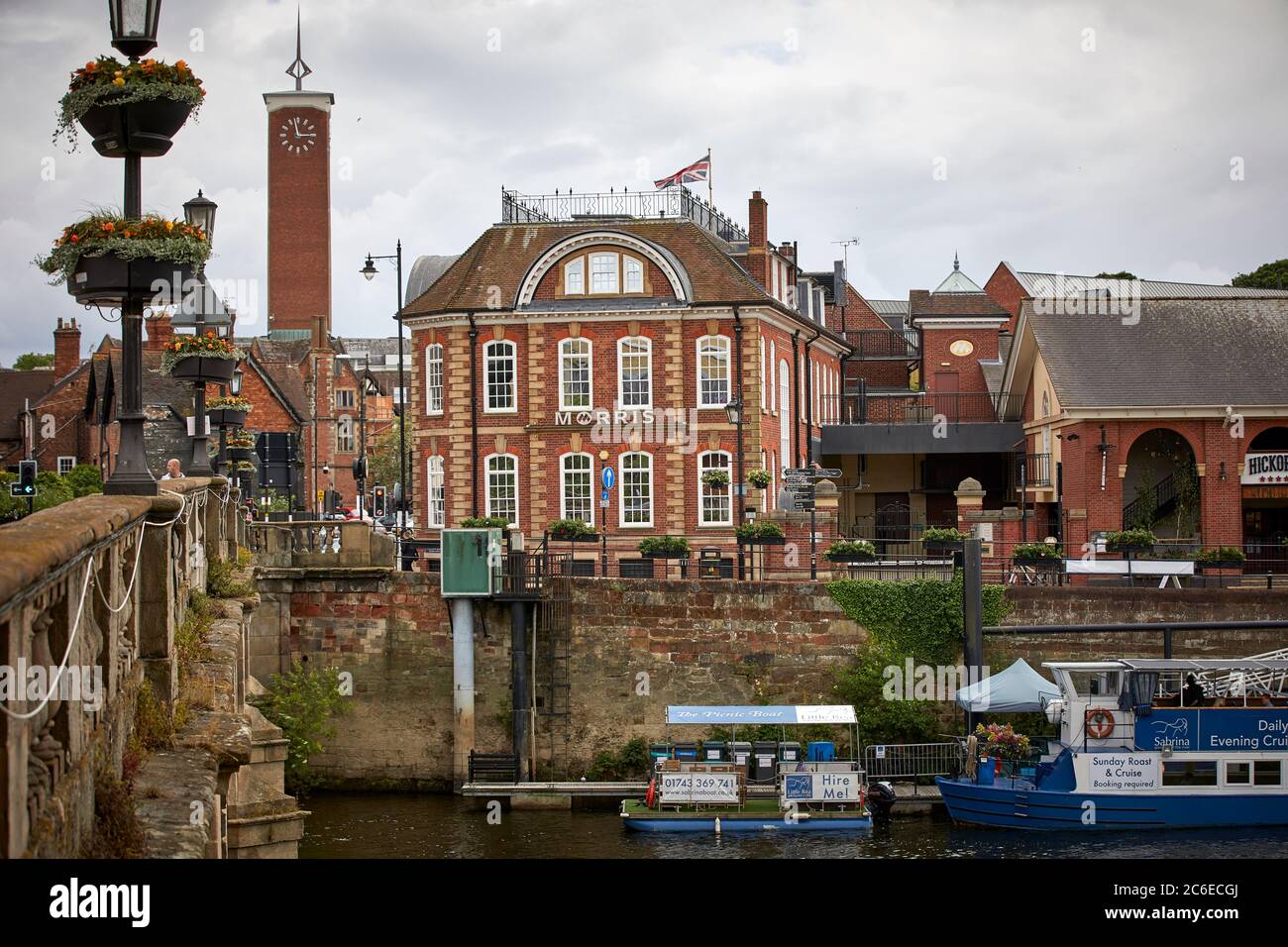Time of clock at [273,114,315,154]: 2:58
